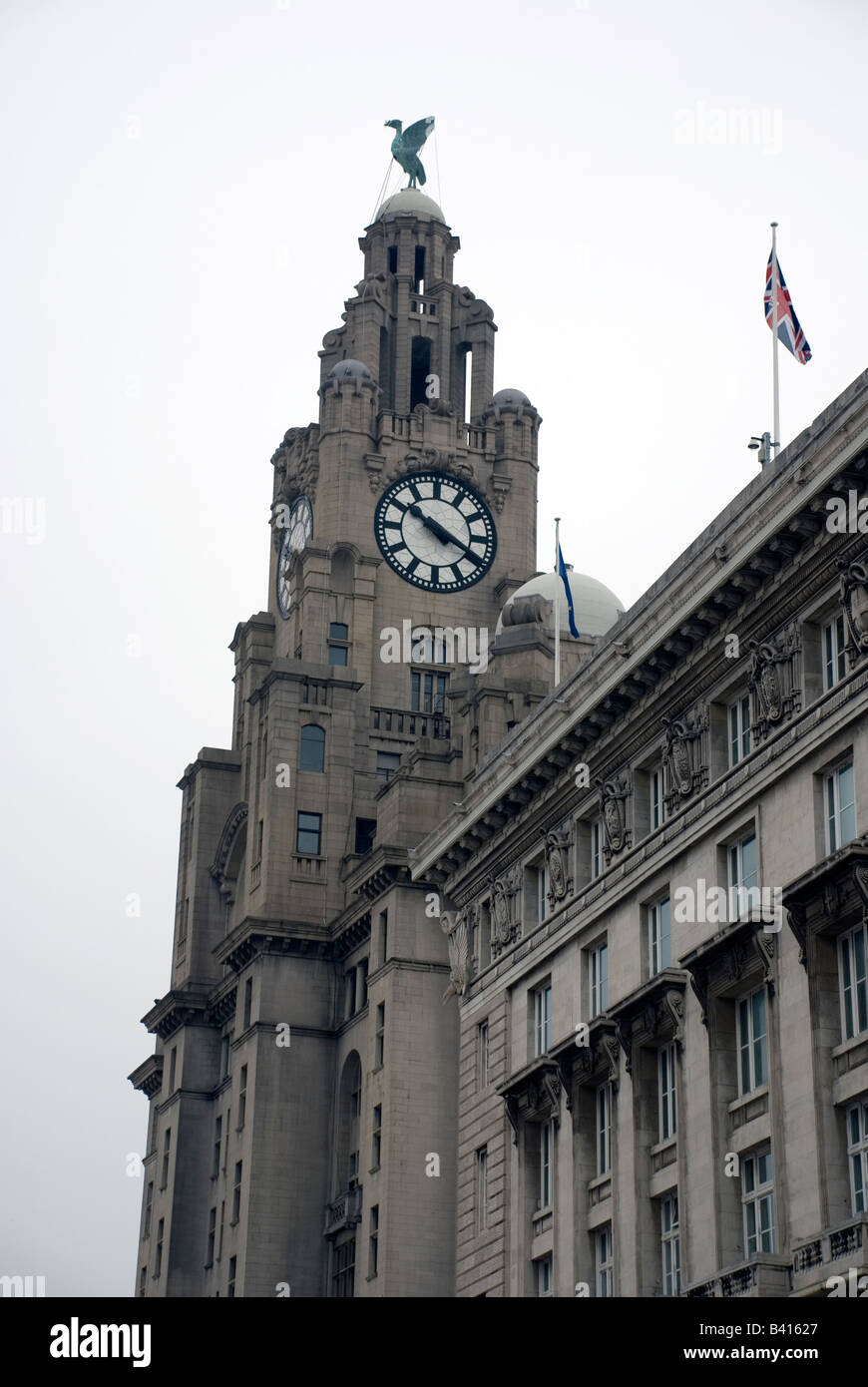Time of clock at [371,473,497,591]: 10:19
